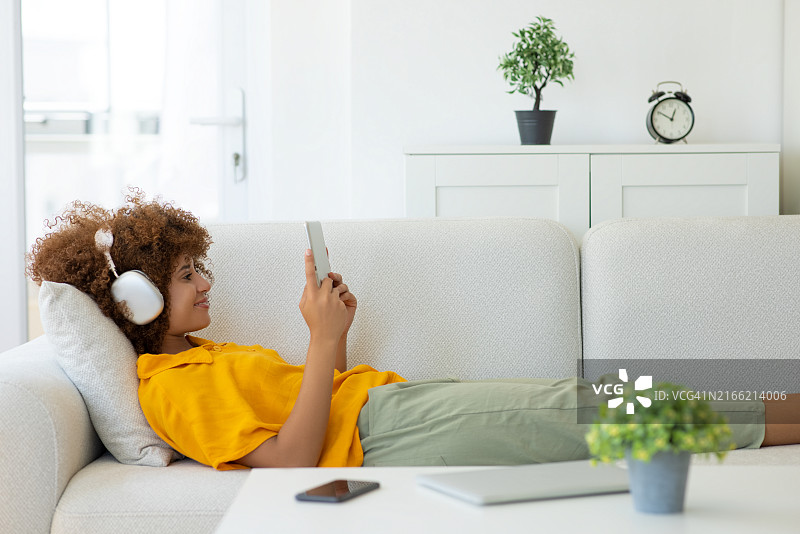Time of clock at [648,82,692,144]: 12:50
